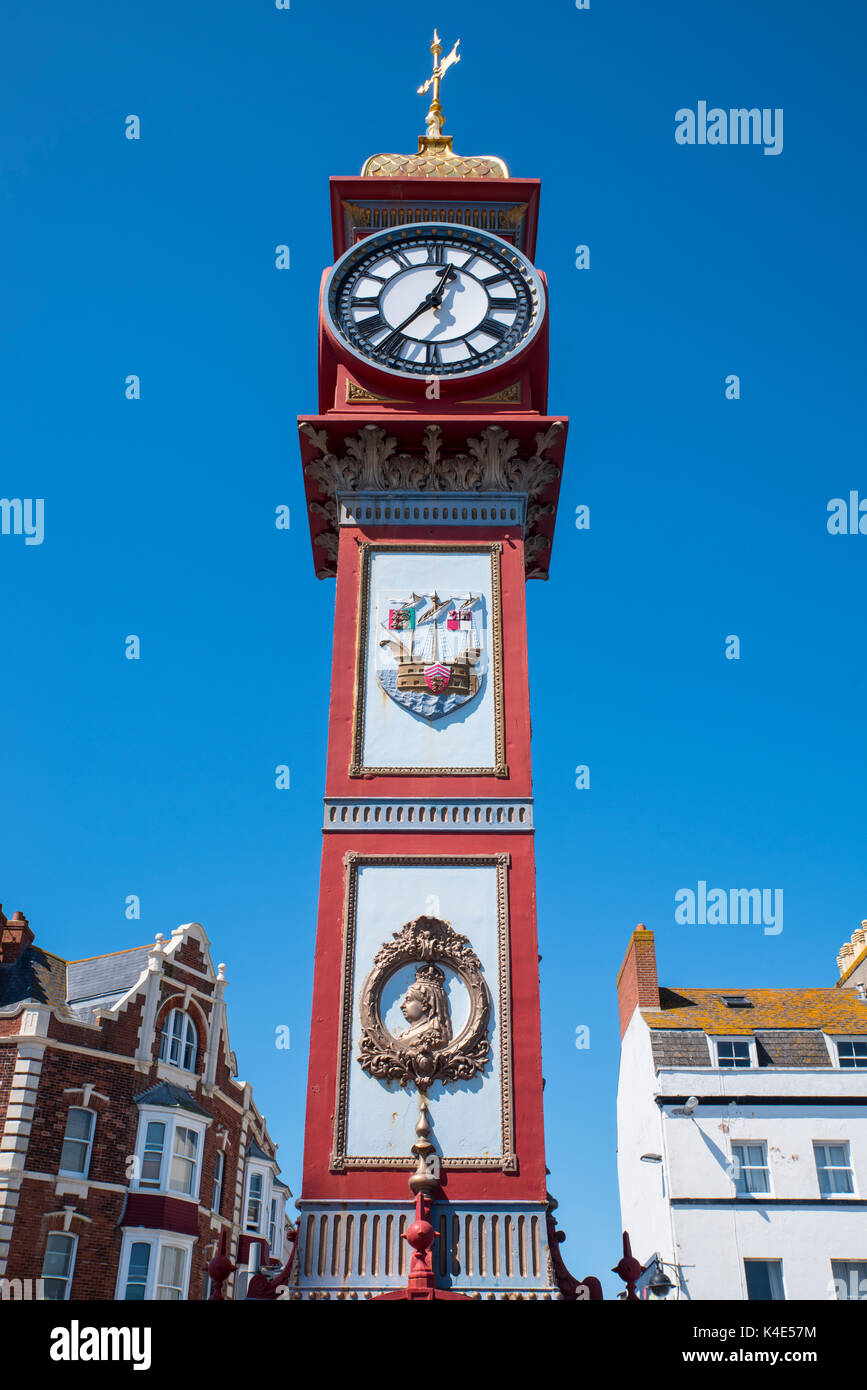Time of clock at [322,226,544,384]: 12:36
